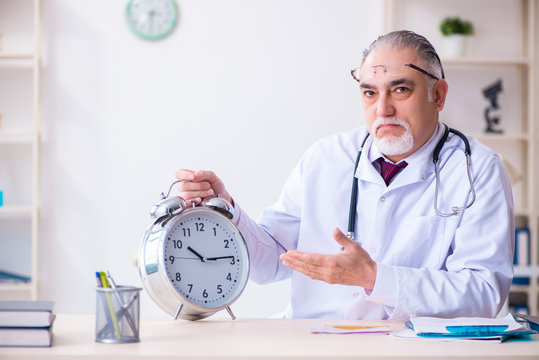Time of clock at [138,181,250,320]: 10:14
